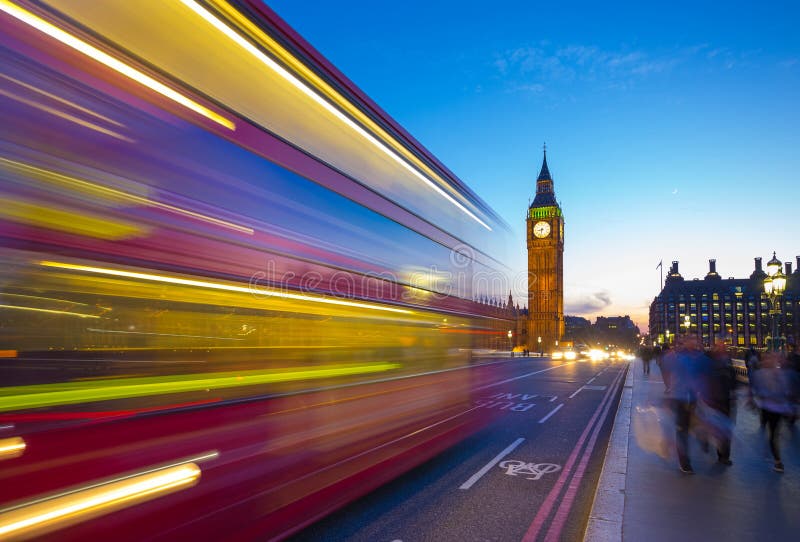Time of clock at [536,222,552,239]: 8:32
